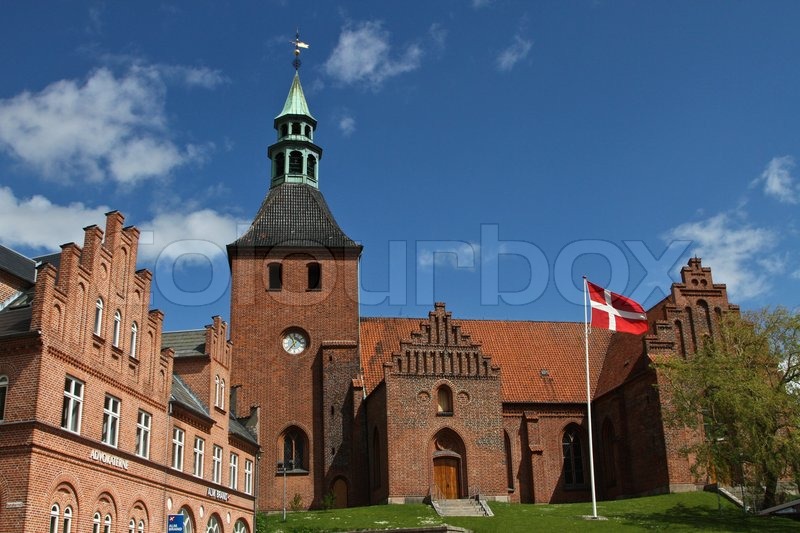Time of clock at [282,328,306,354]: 11:36
